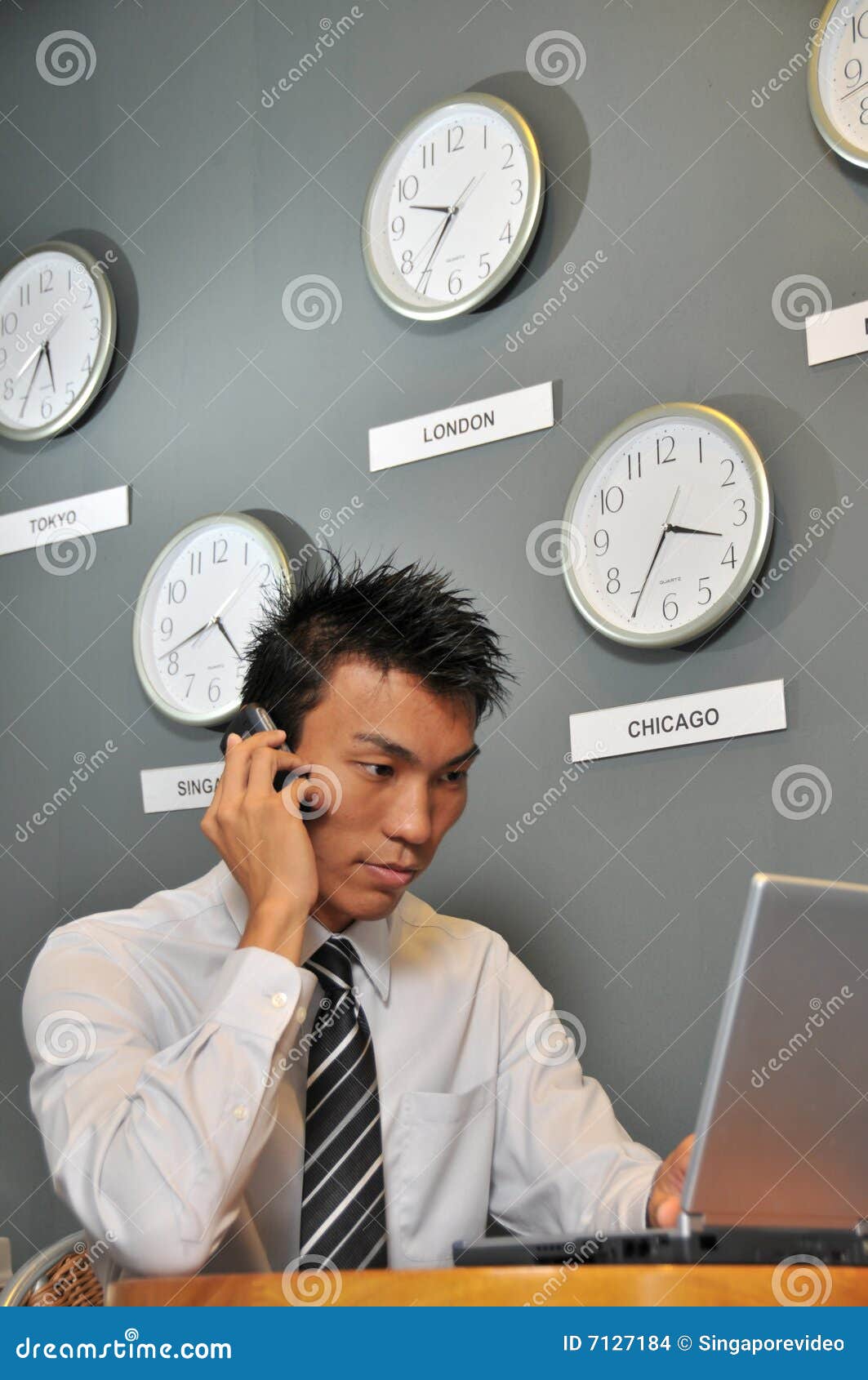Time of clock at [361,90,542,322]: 9:36
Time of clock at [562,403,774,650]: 3:35
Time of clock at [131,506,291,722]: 4:41
